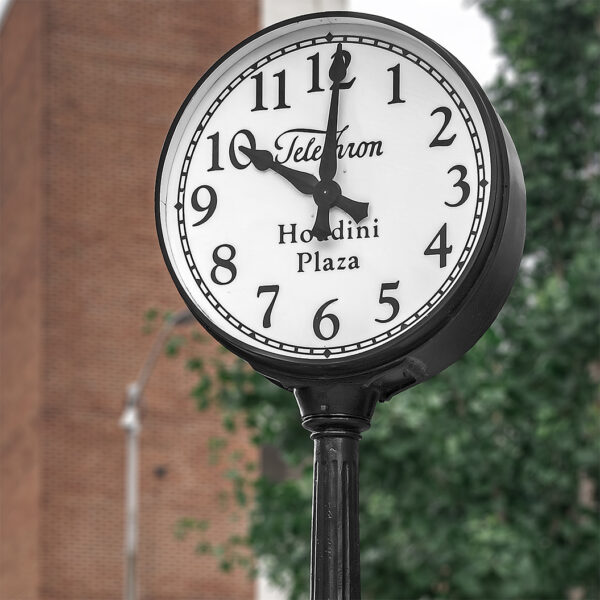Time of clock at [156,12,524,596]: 10:00
